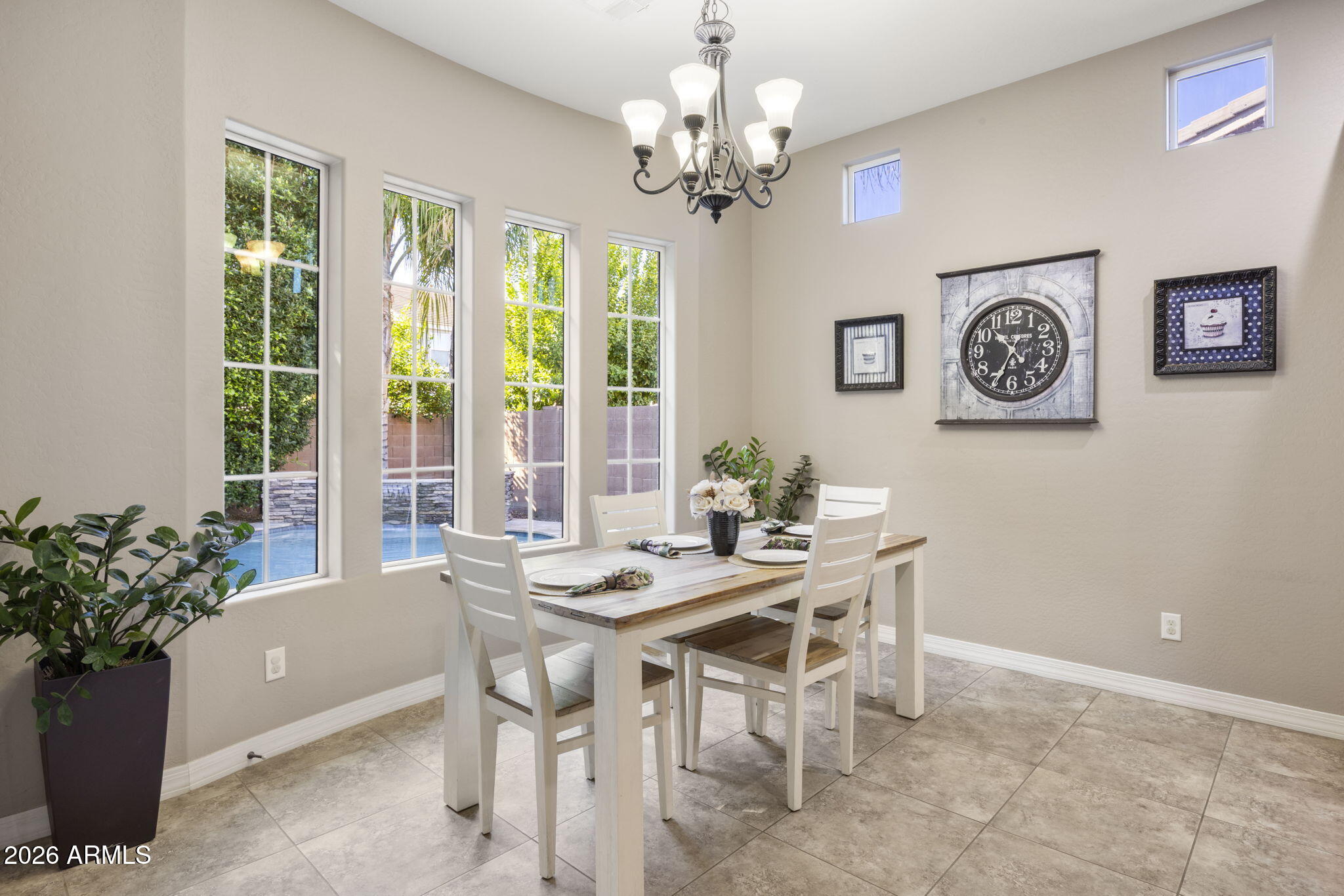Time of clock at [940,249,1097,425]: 10:34
